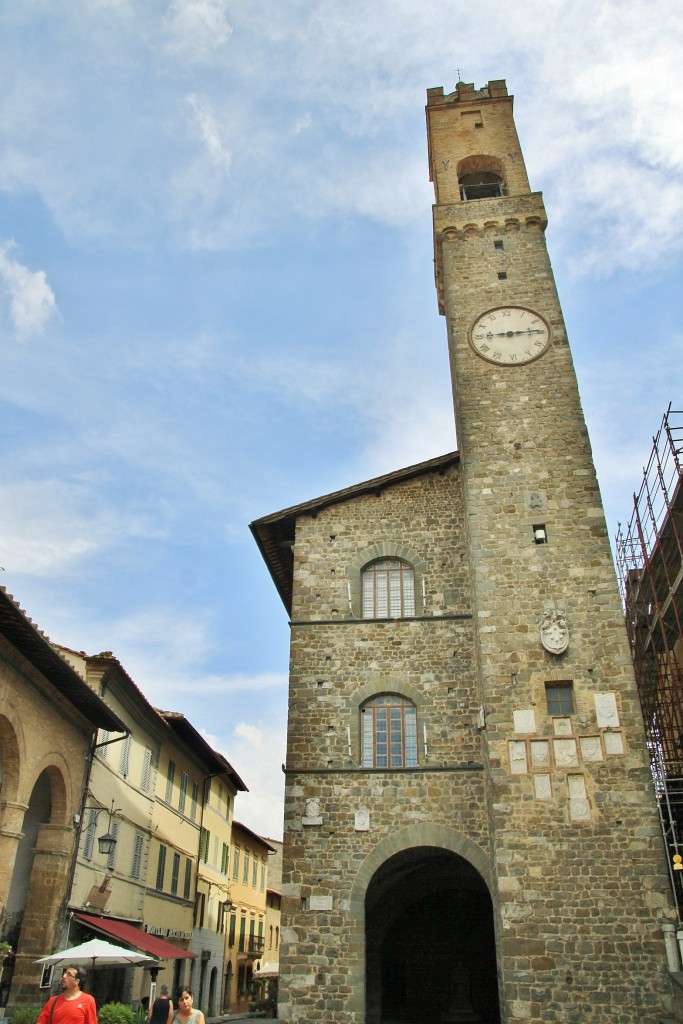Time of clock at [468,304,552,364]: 9:14
